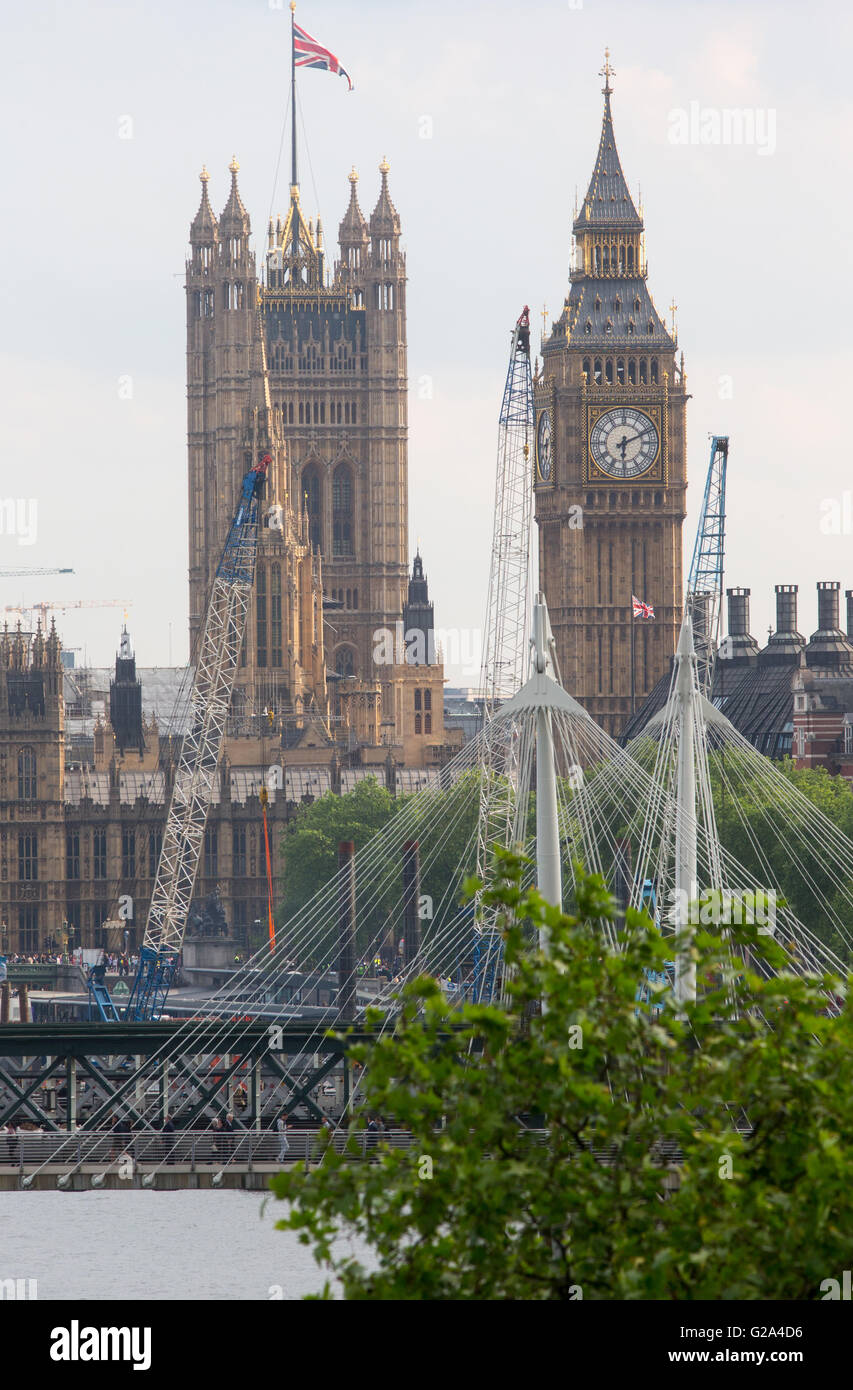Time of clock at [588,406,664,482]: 6:10
